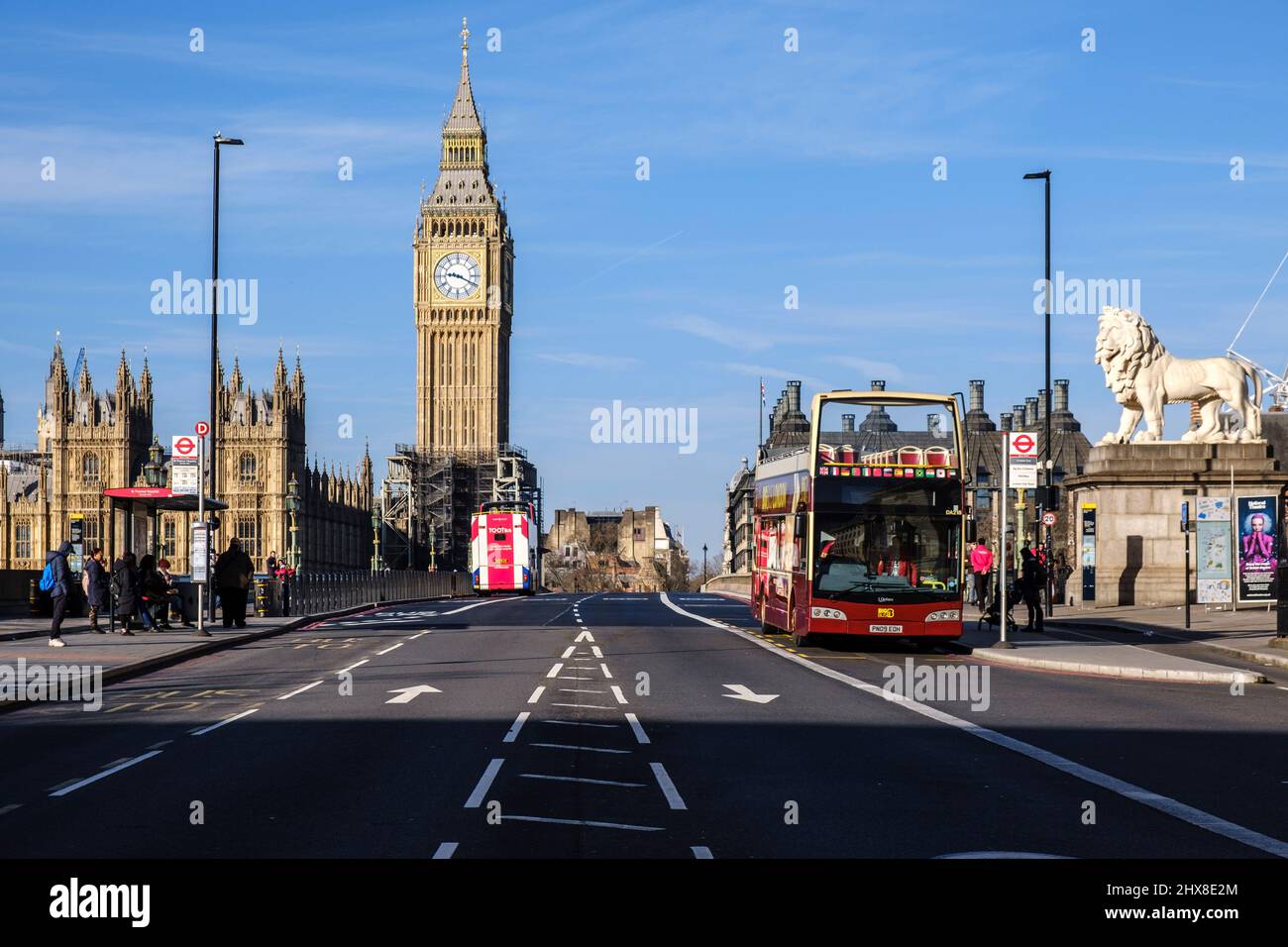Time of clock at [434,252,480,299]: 9:19
